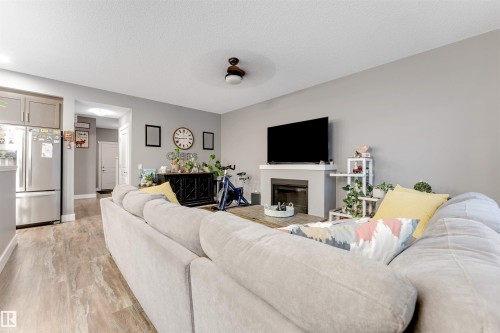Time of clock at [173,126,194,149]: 2:43
